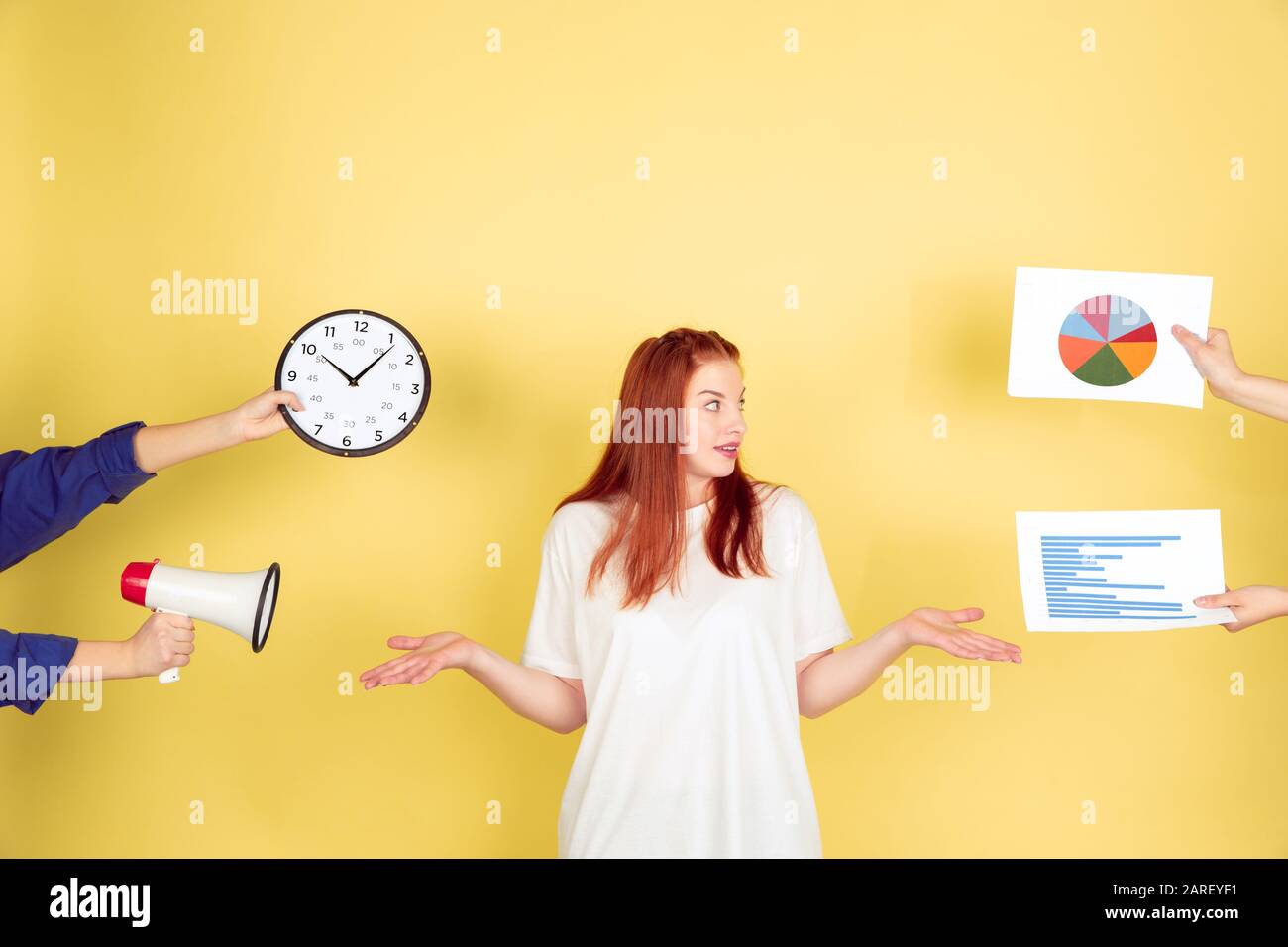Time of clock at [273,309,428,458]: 10:06
